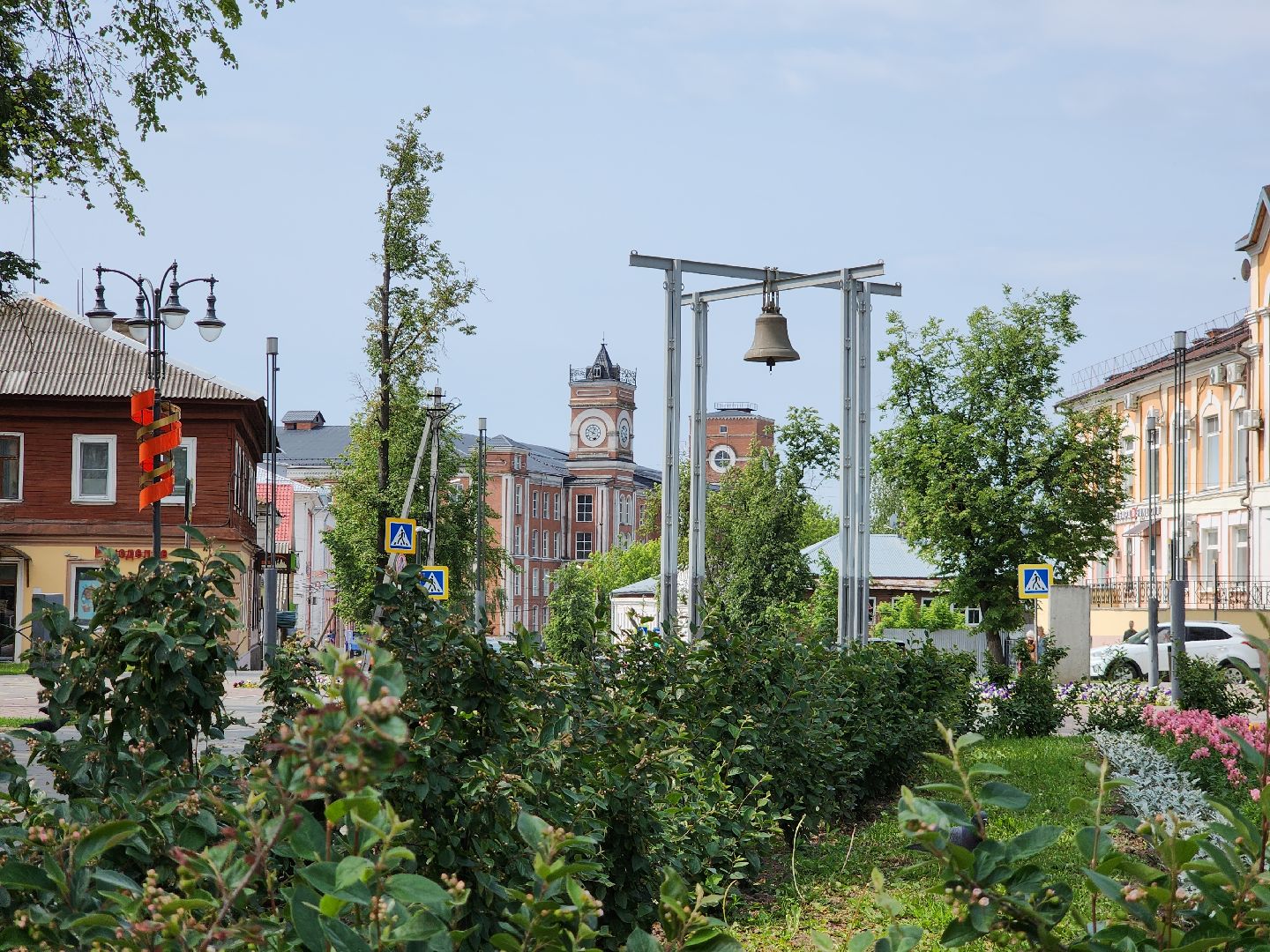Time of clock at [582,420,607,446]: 12:49
